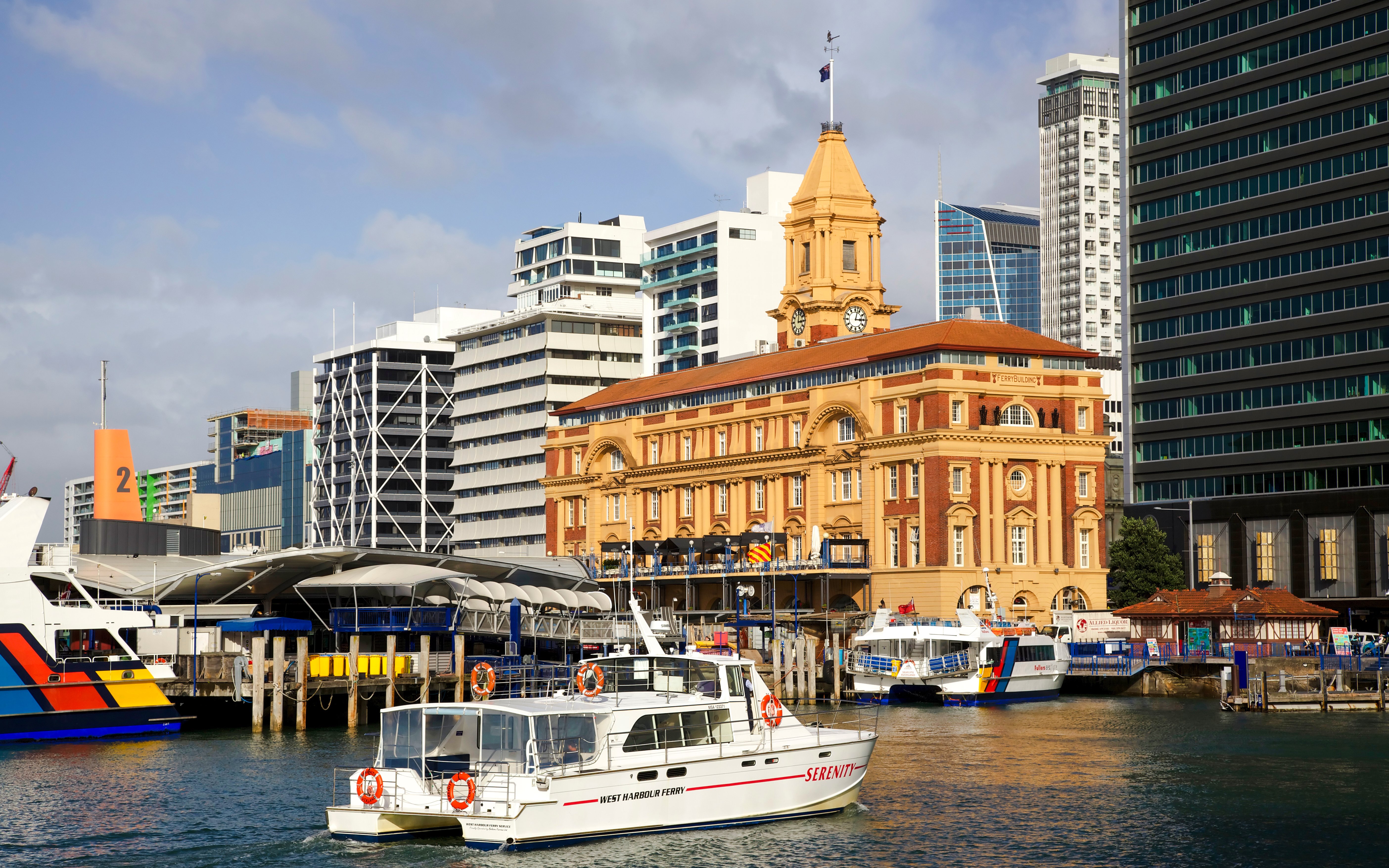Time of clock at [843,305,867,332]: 3:02
